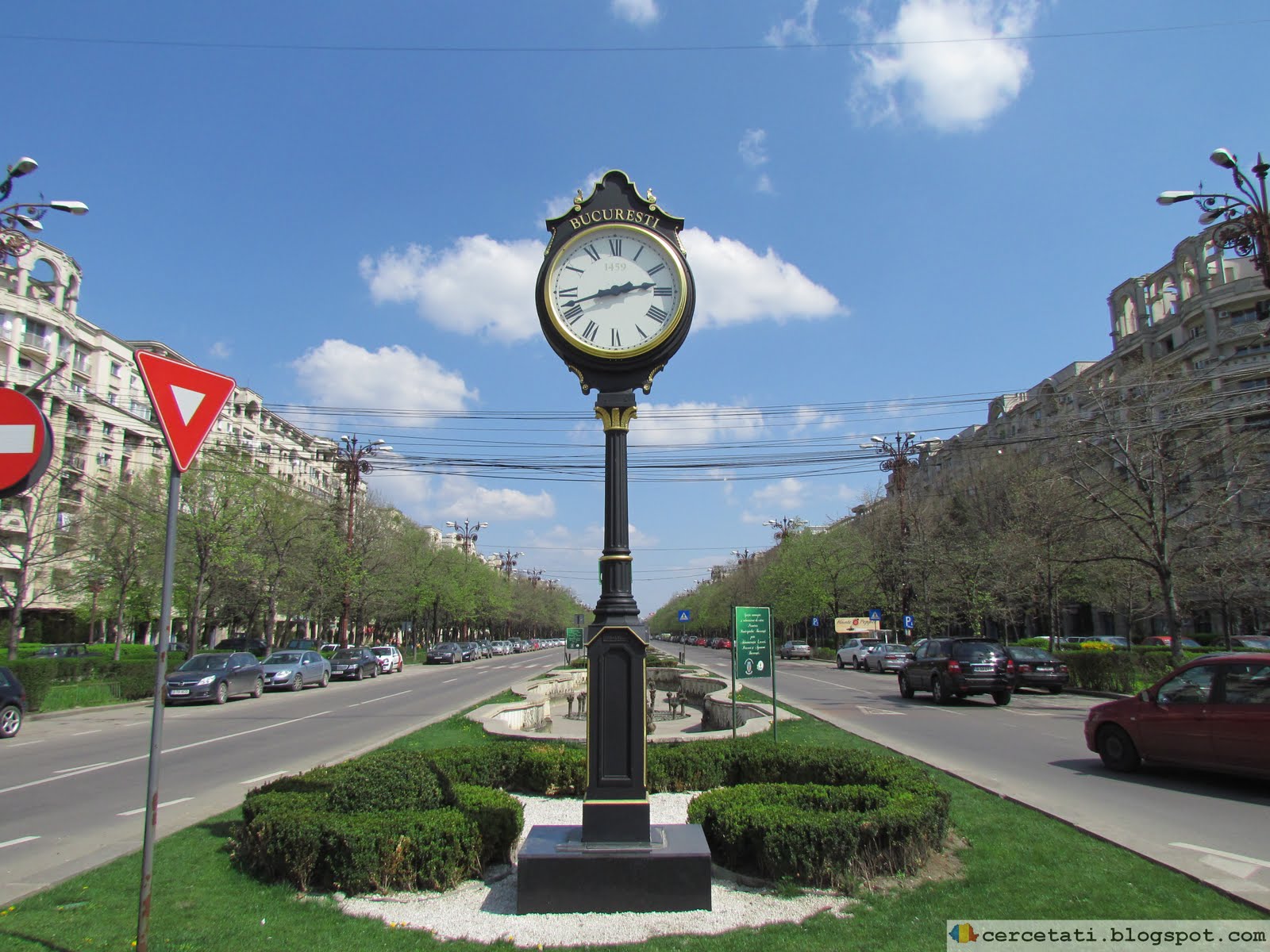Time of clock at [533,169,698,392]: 2:42
